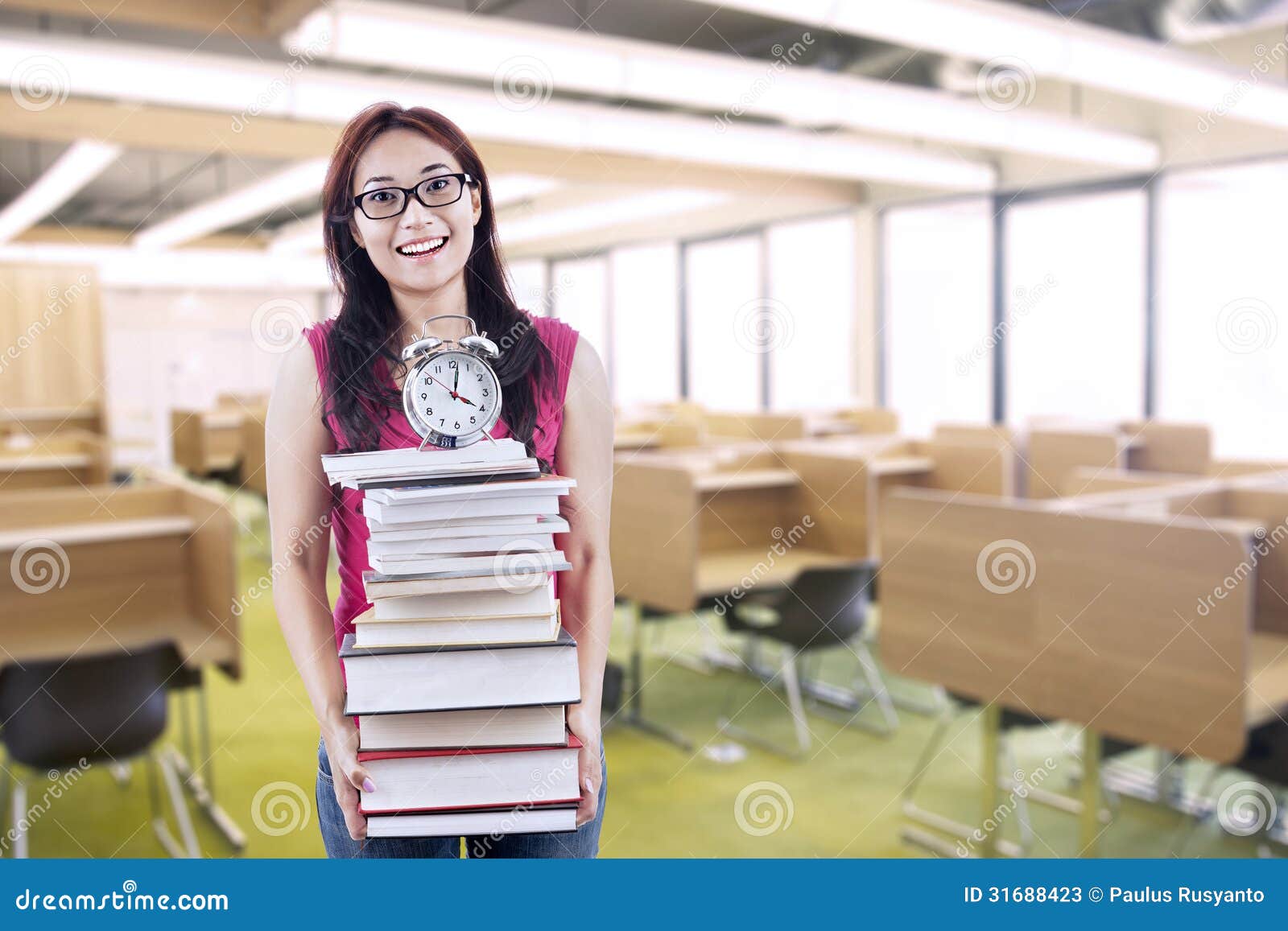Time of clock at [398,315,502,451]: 4:01
